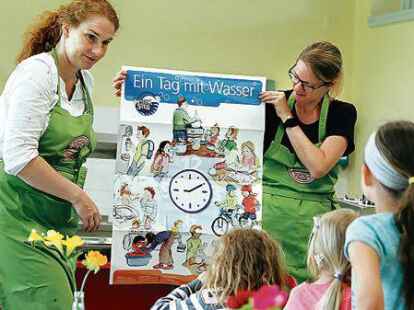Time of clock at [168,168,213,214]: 9:10
